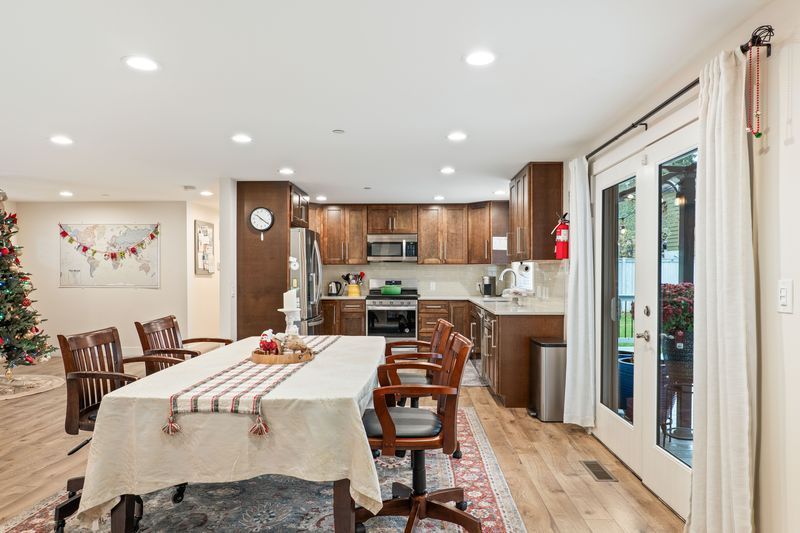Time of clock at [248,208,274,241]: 10:20
